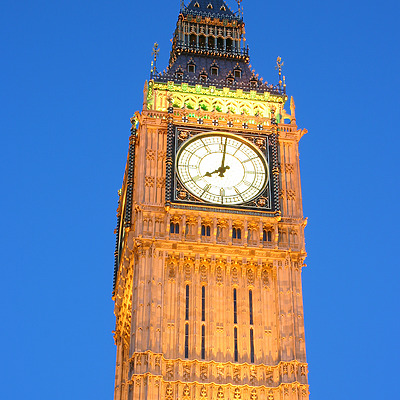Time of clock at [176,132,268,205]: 8:01
